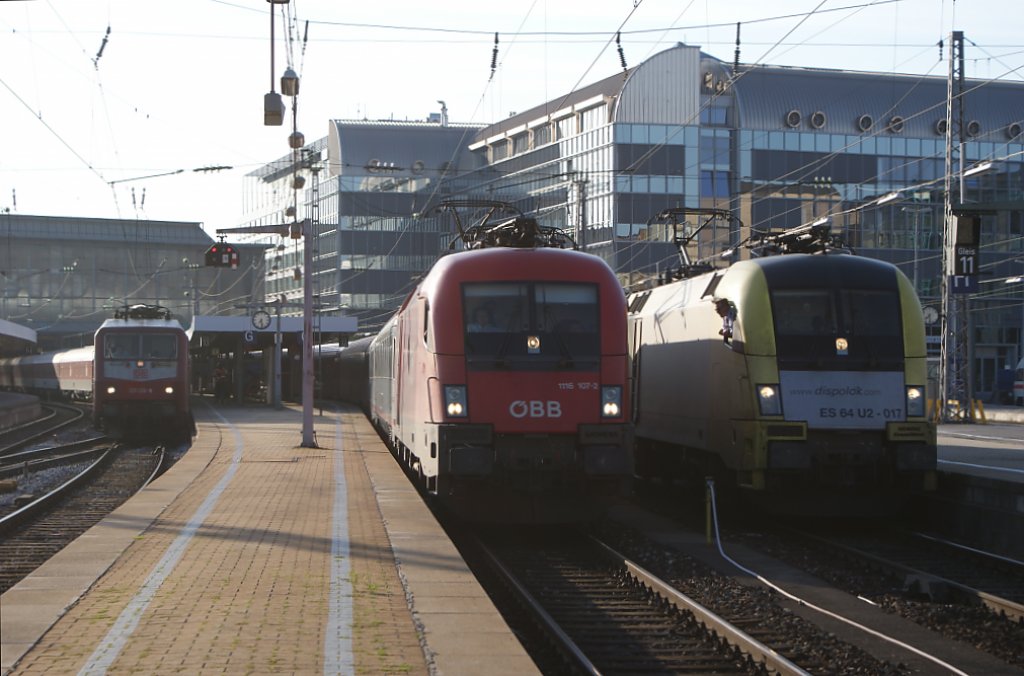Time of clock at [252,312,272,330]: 7:28
